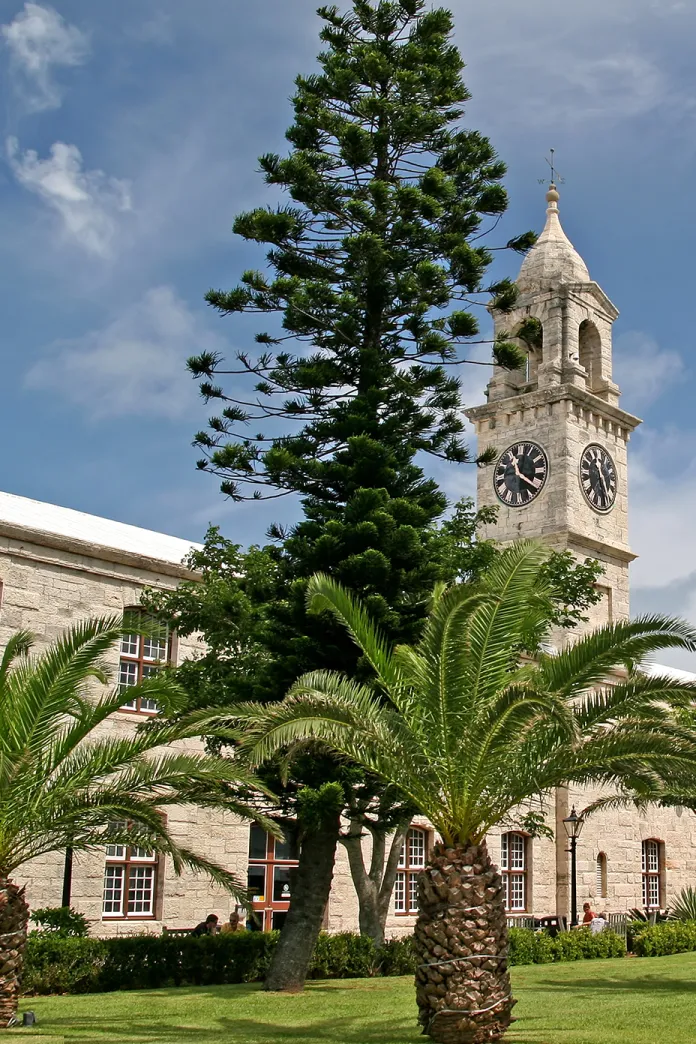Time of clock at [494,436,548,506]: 11:21
